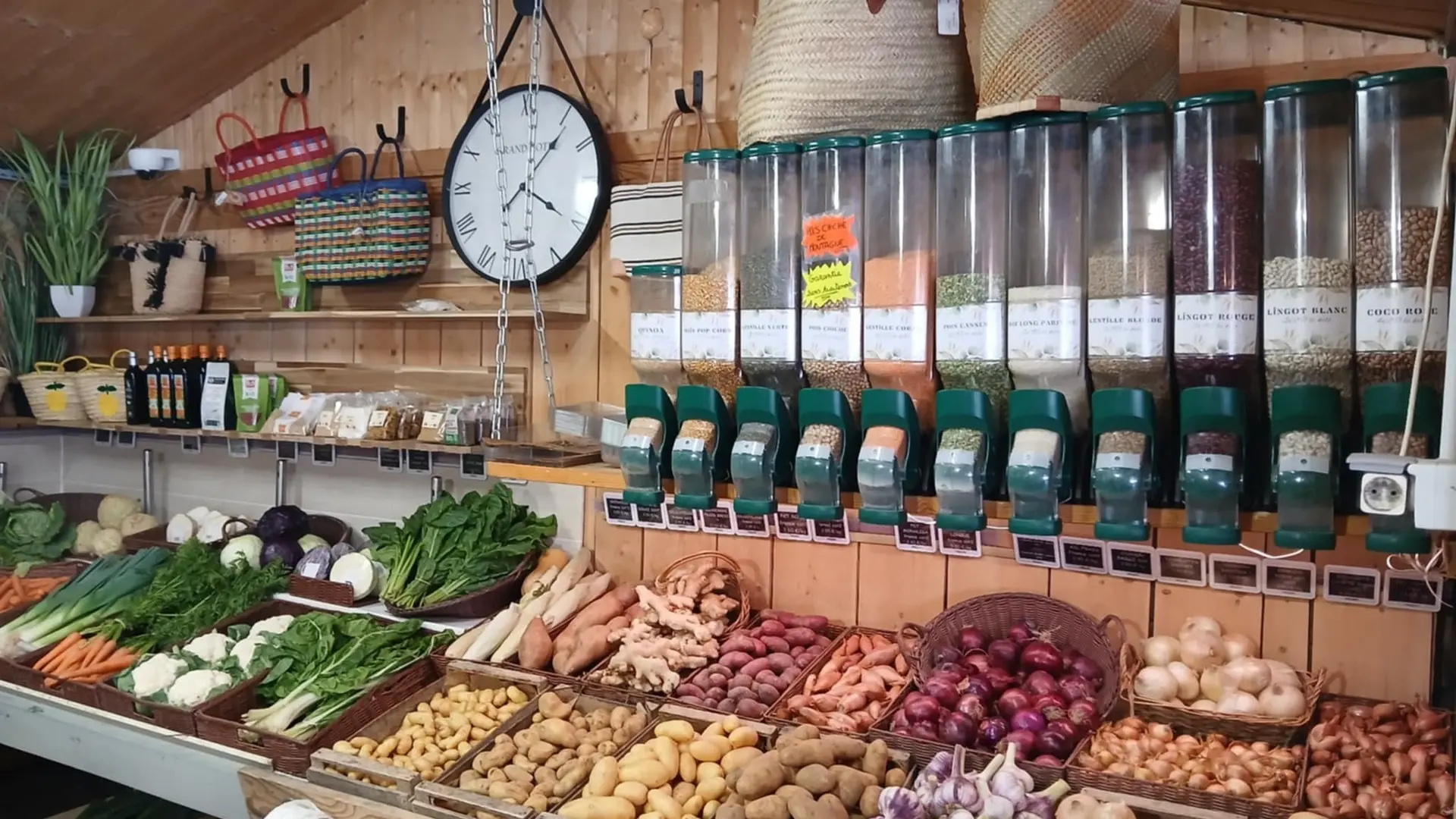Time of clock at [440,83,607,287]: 4:06
